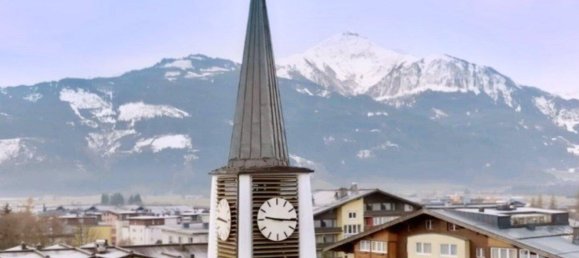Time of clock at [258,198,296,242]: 9:15
